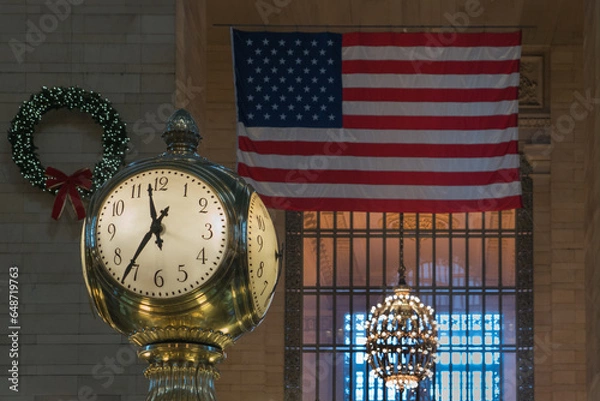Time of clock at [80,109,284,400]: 11:35
